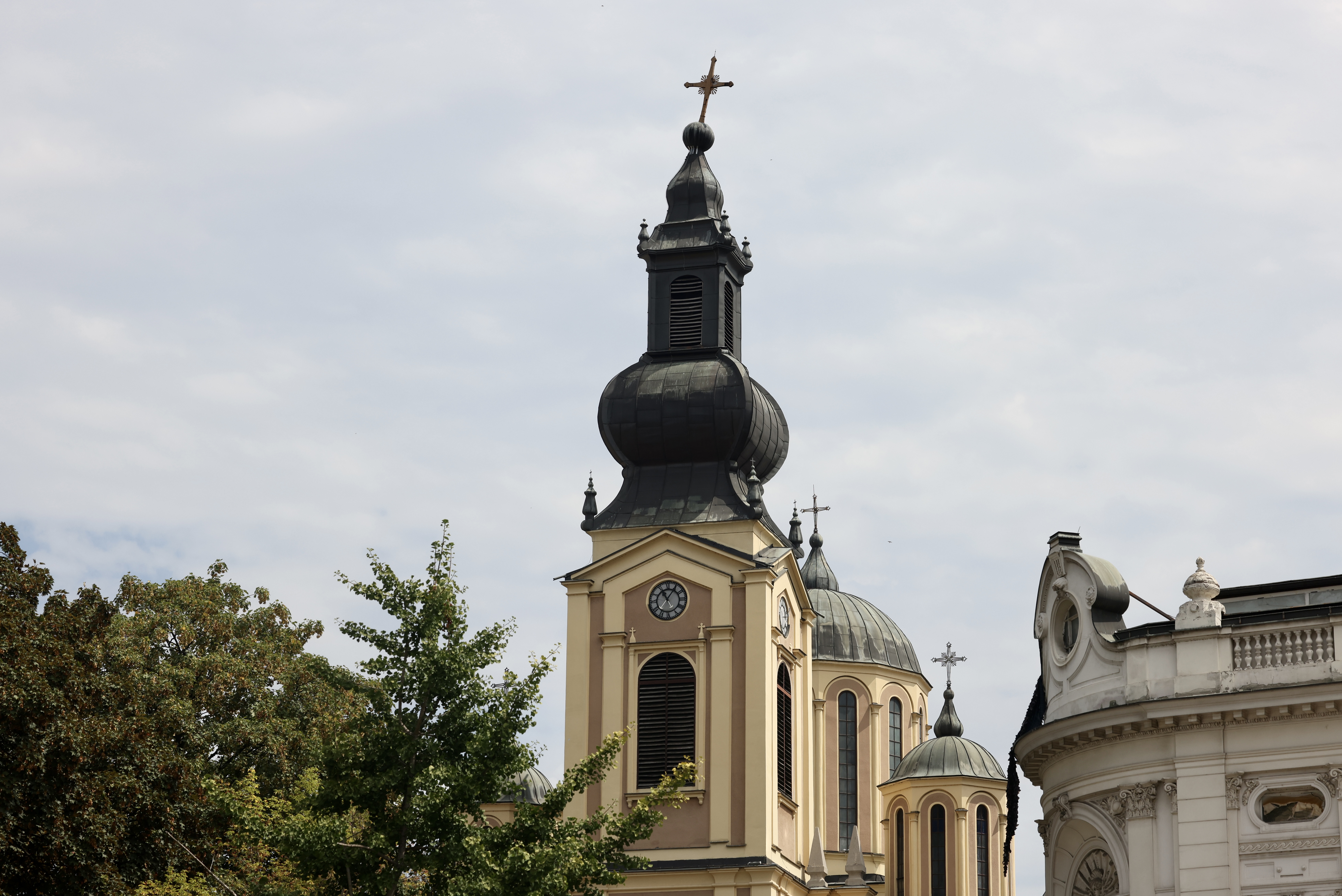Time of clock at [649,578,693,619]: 11:05
